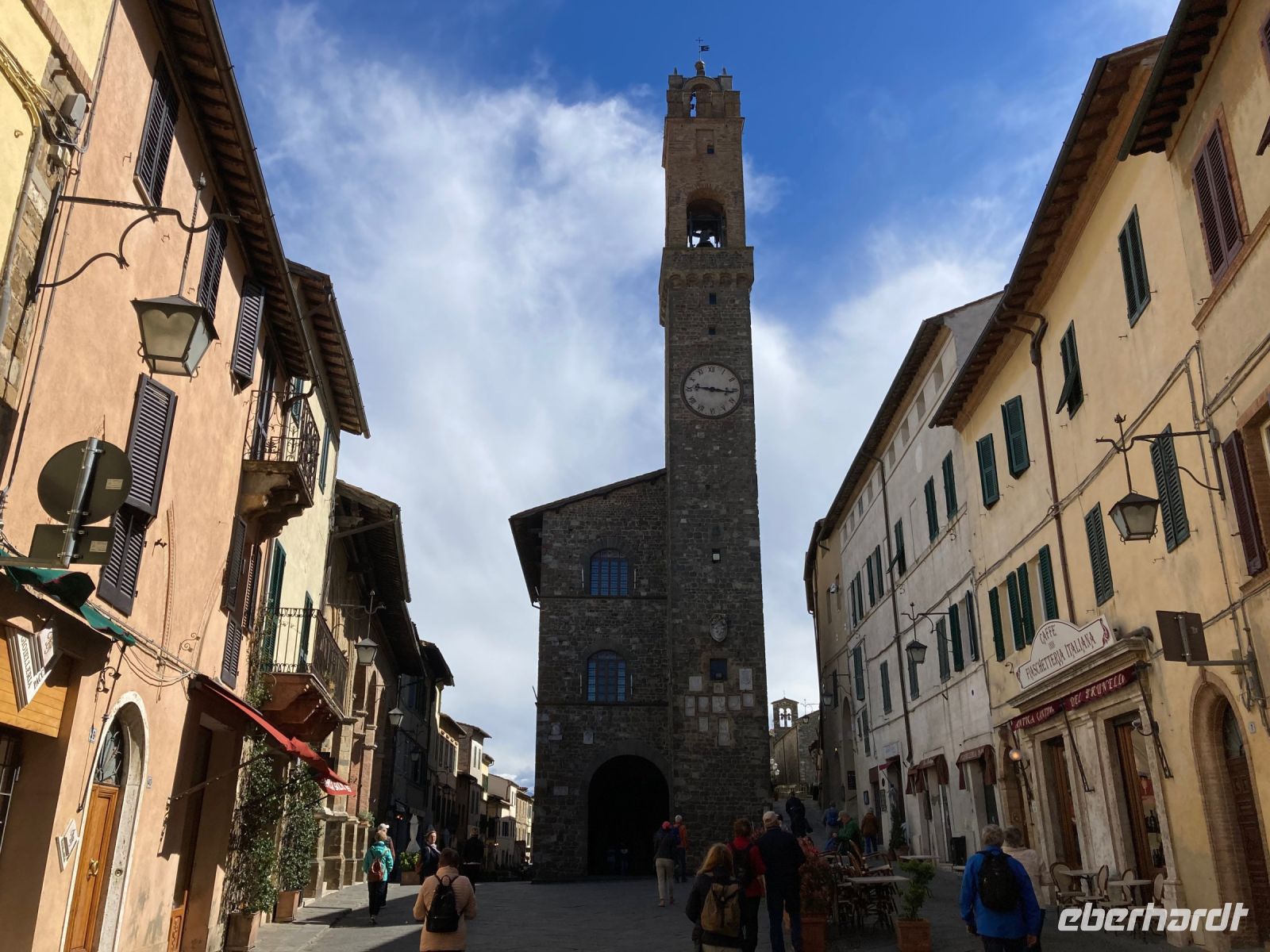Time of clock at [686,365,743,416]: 9:16
